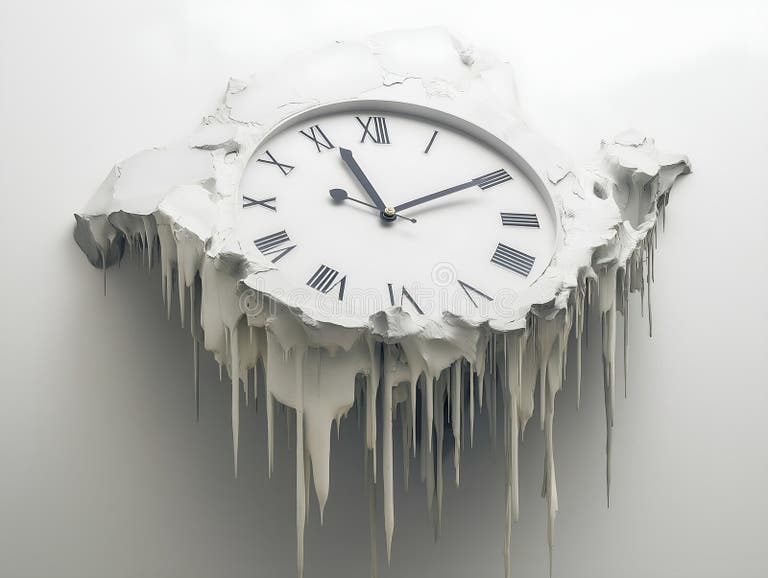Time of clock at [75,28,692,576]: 11:10
